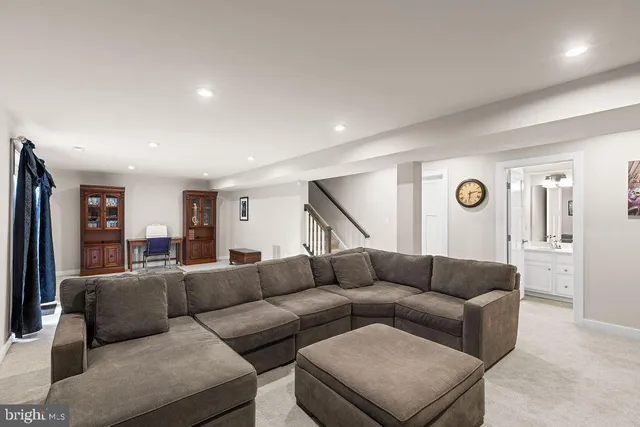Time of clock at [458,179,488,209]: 2:31
